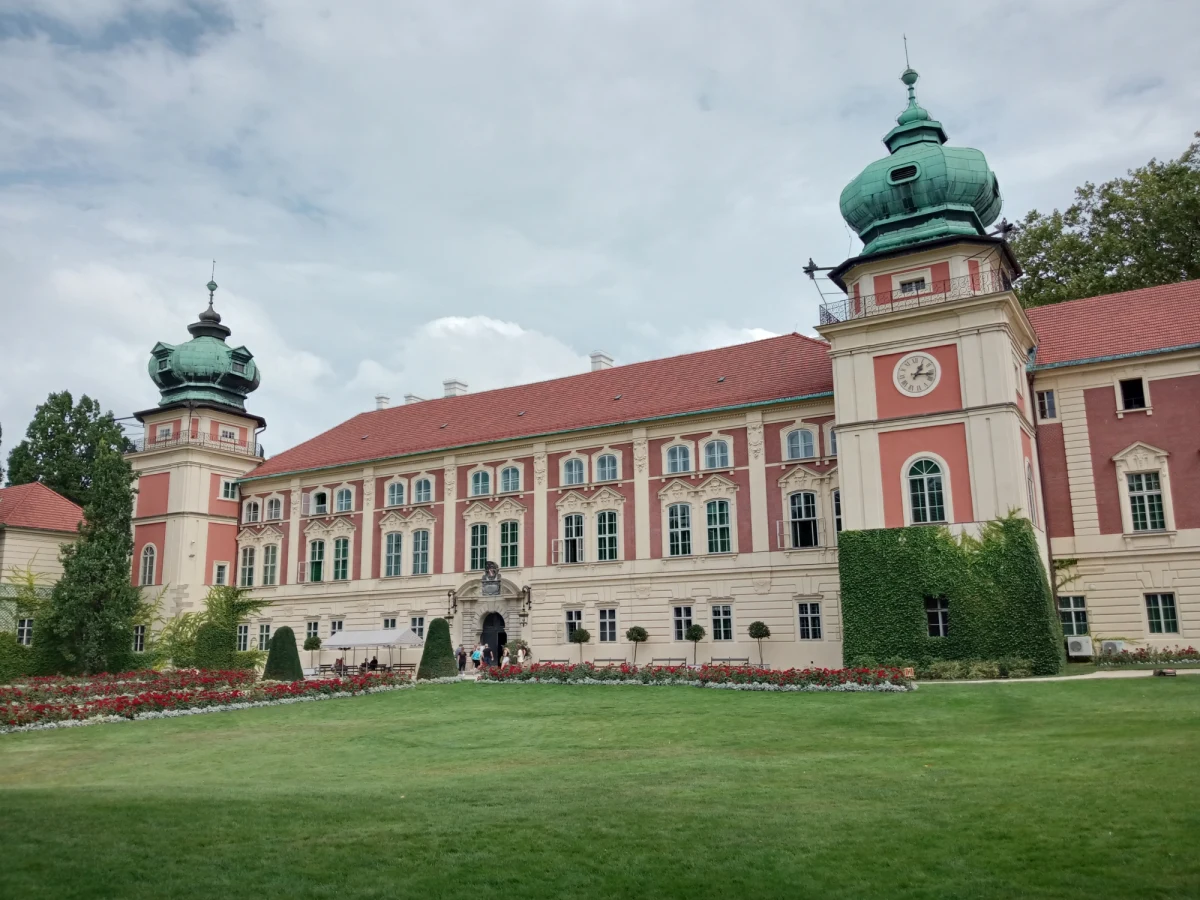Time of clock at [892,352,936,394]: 1:16
